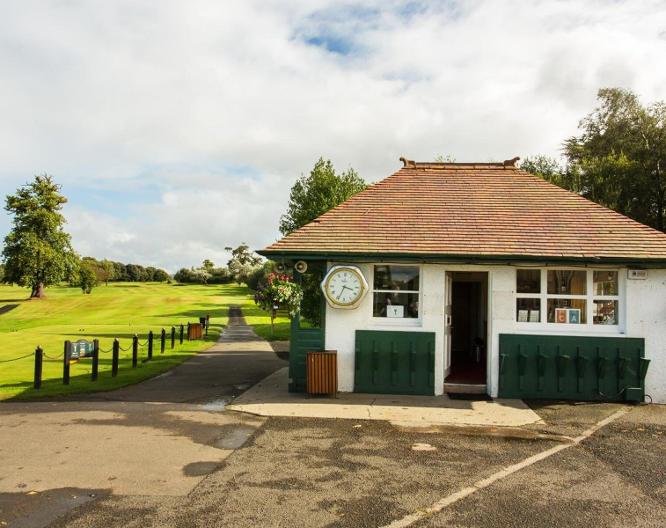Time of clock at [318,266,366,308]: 3:34
